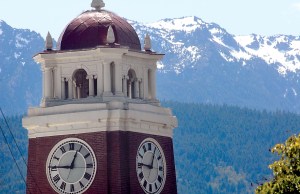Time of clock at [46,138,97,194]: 12:45
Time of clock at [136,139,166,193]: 12:46
